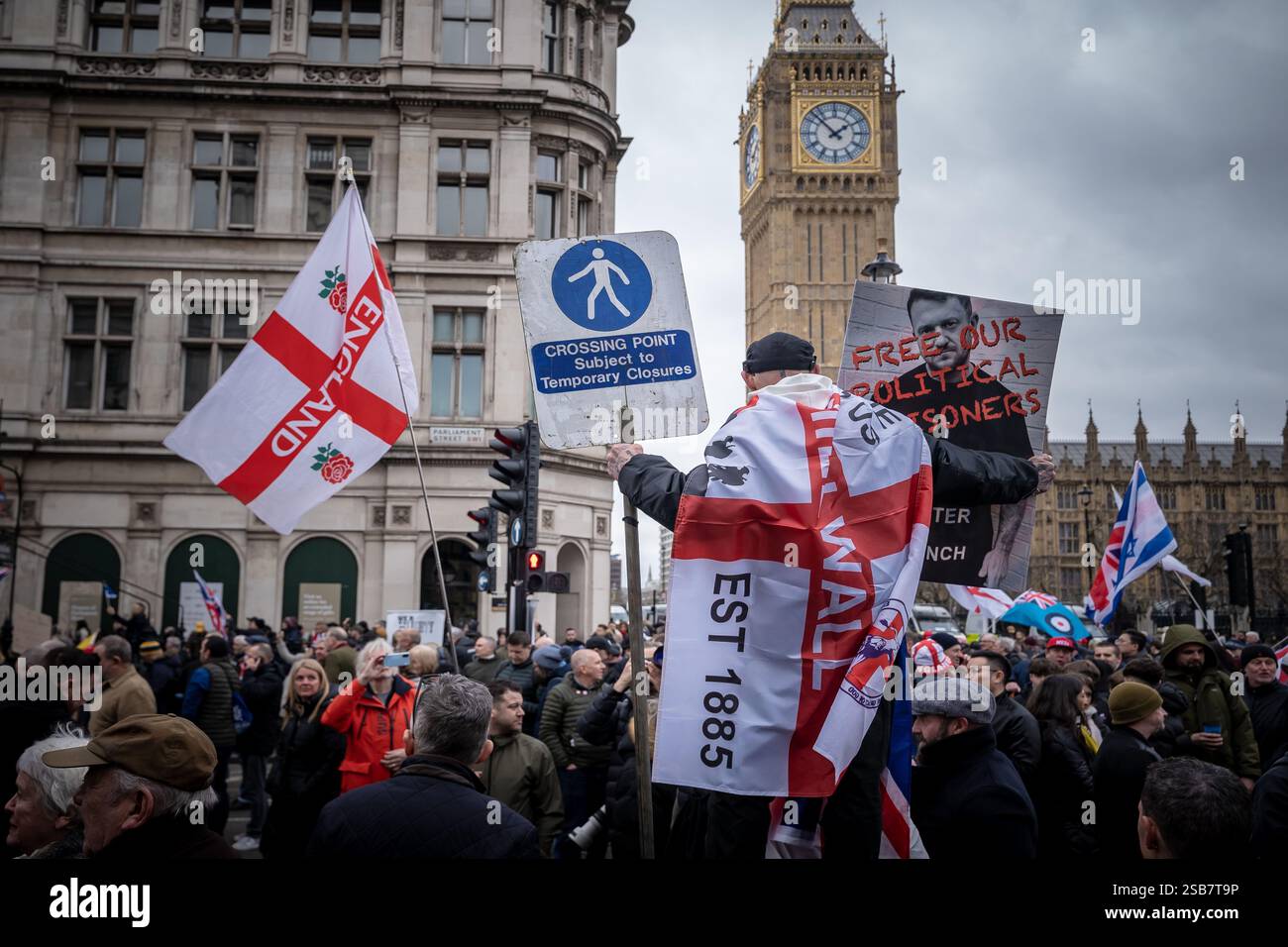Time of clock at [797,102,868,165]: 1:52
